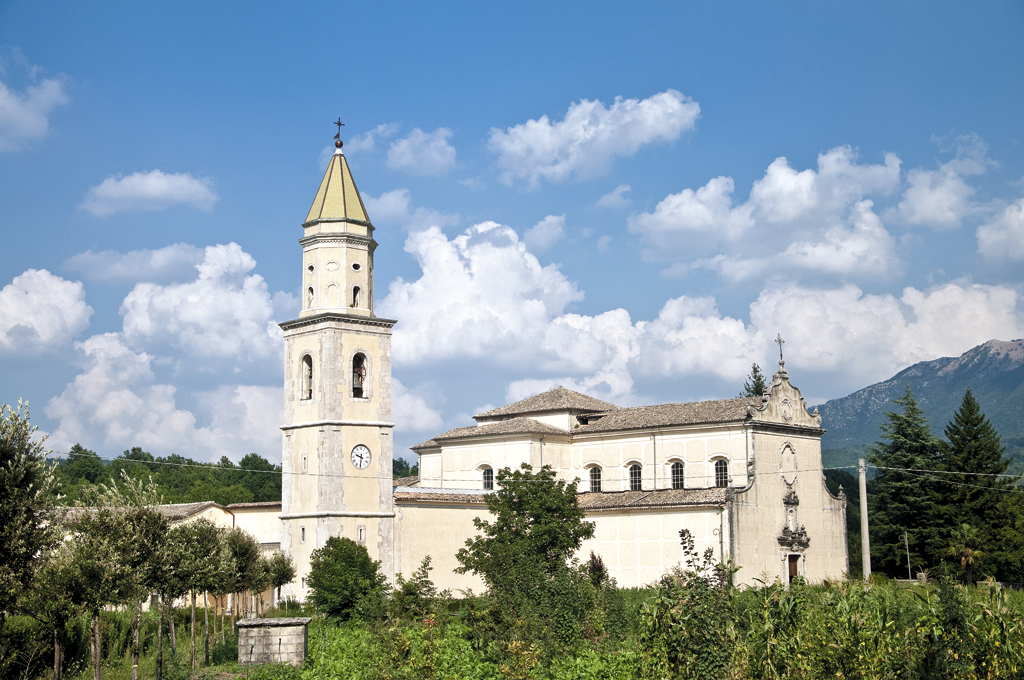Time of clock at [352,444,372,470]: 9:31
